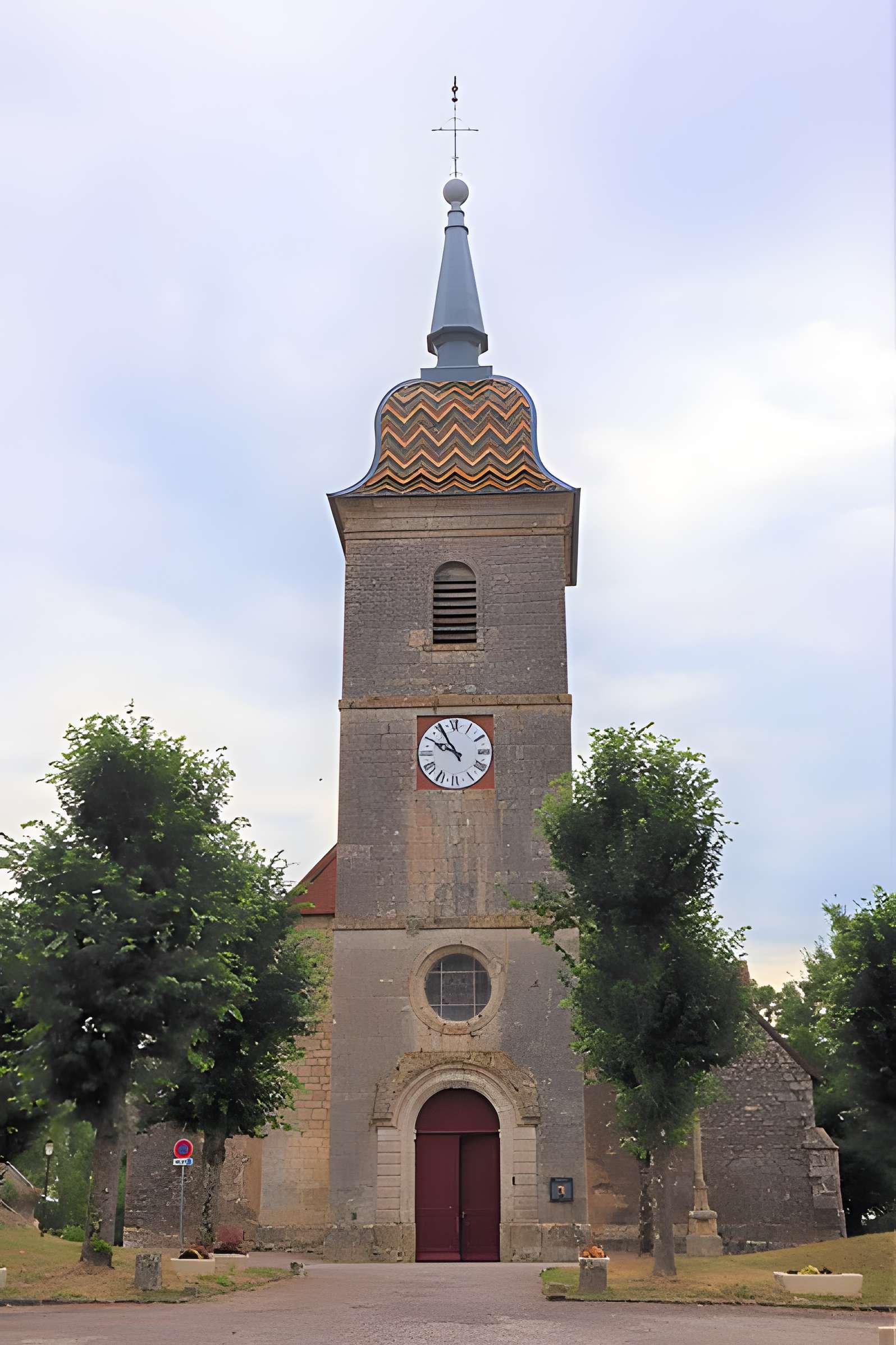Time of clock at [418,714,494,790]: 9:54
